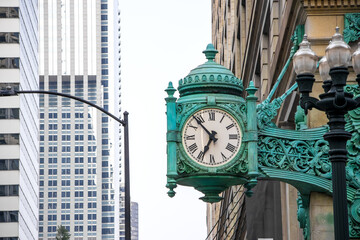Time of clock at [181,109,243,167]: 6:53
